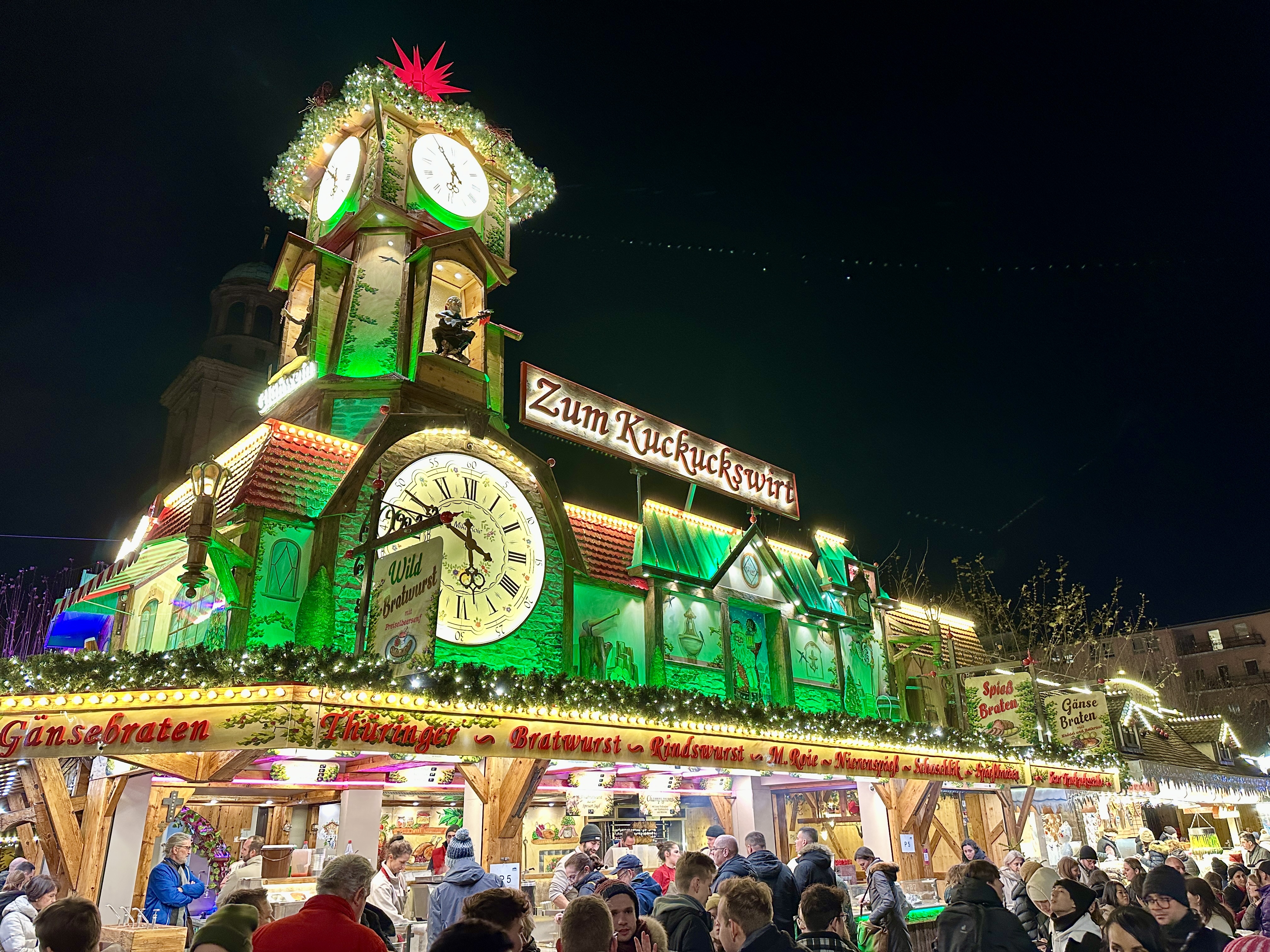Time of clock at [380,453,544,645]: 5:49
